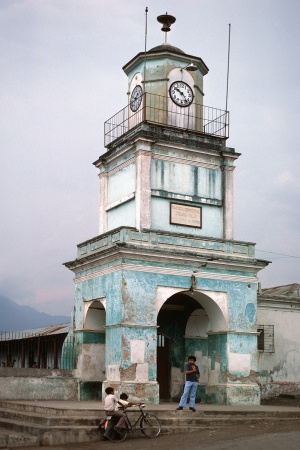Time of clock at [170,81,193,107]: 10:24
